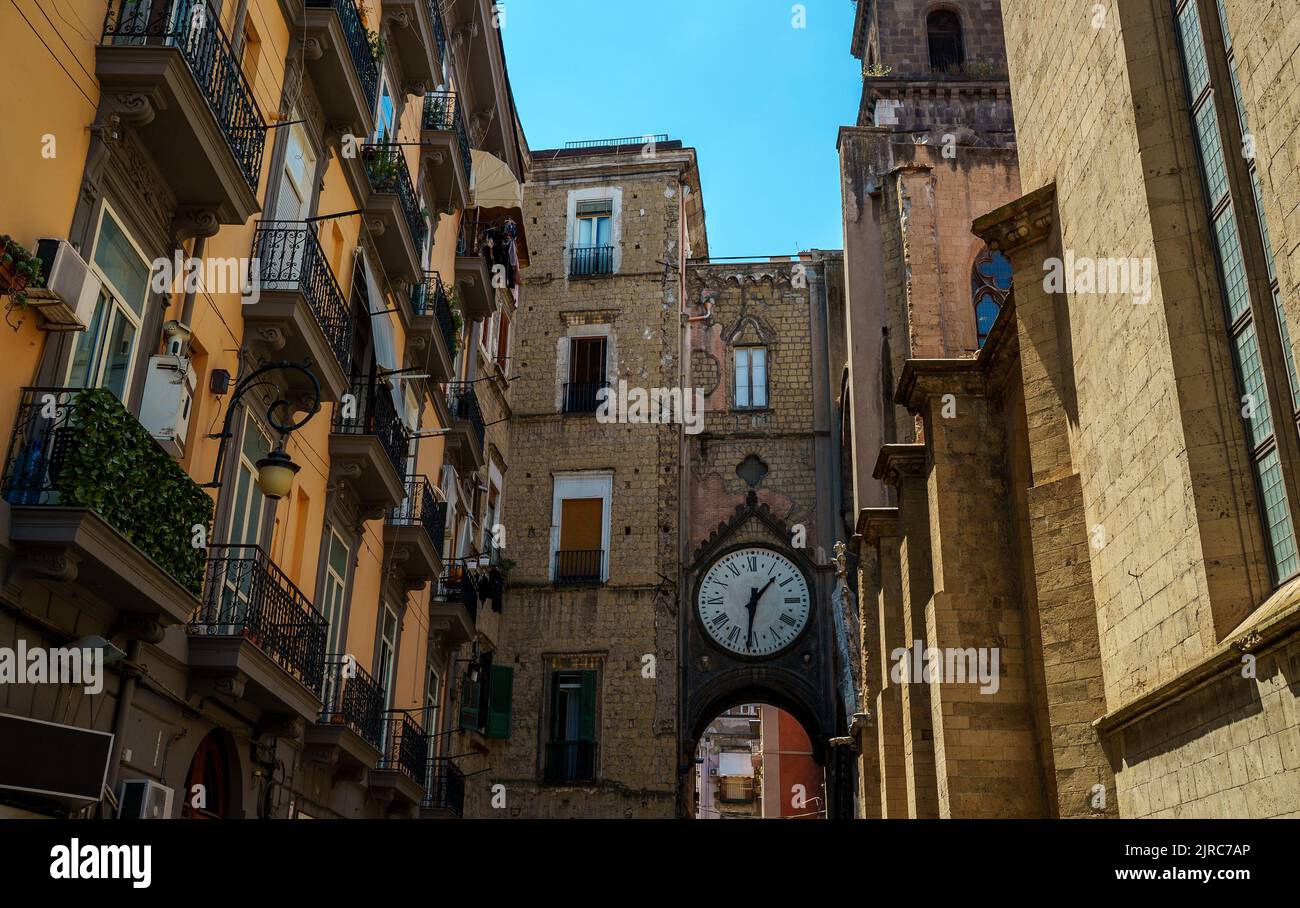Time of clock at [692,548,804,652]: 1:31
